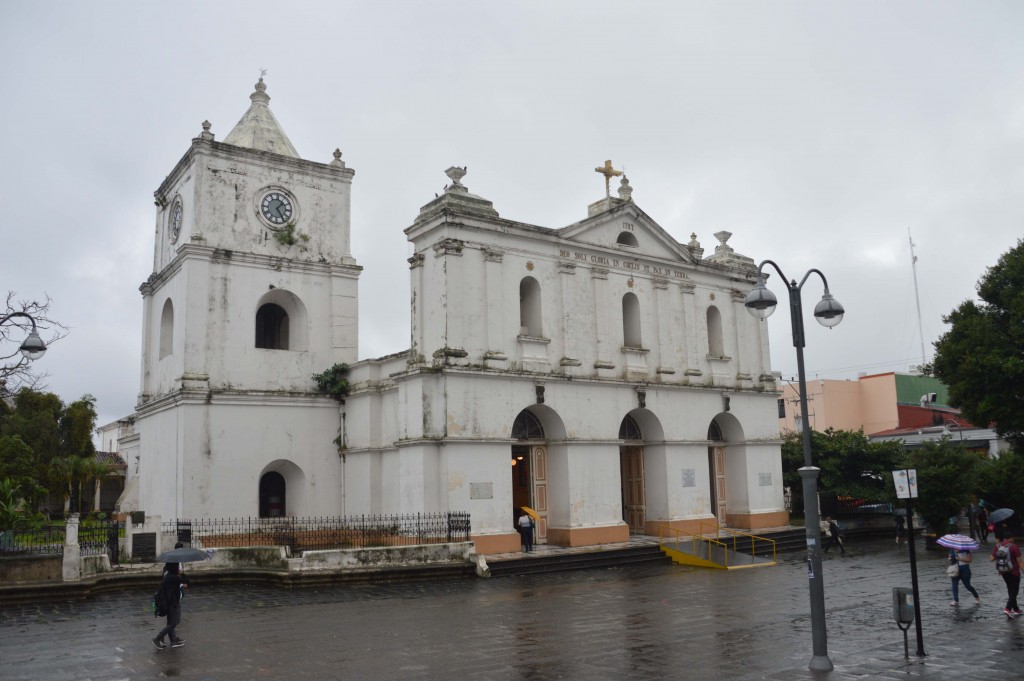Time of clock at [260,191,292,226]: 1:24
